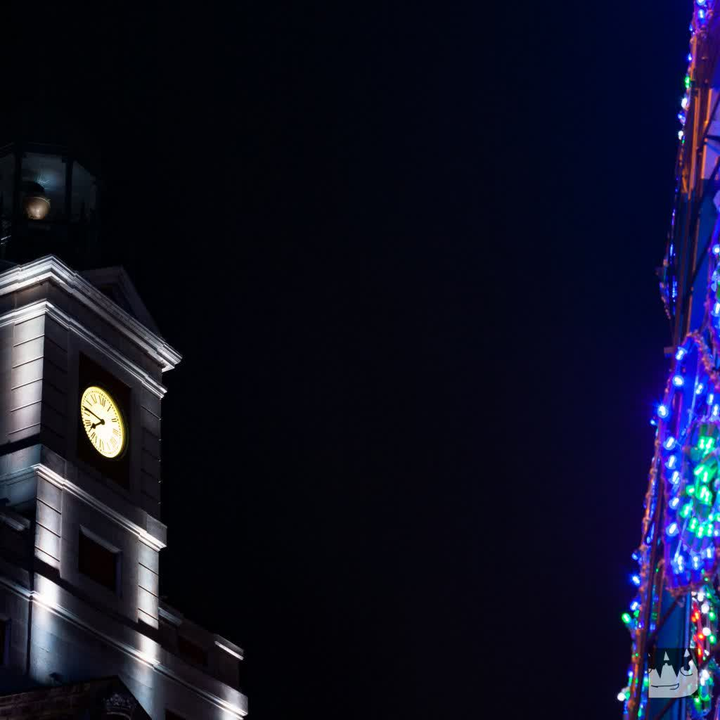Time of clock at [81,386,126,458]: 7:46
